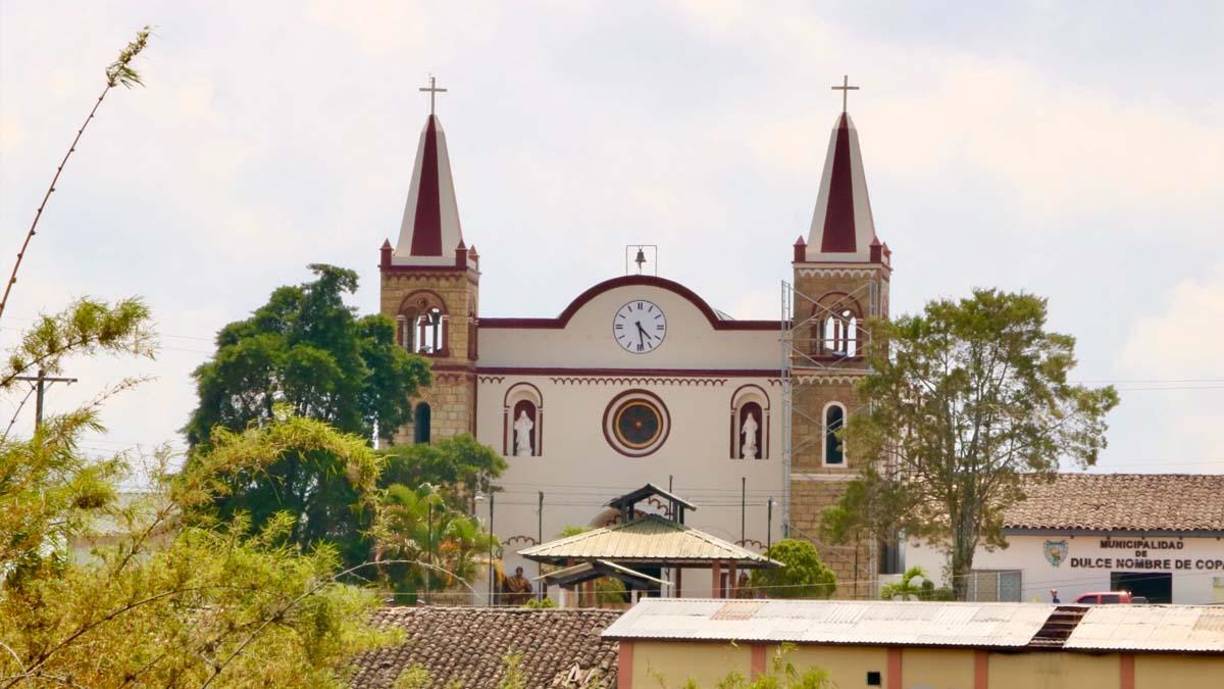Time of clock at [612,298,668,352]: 4:28
